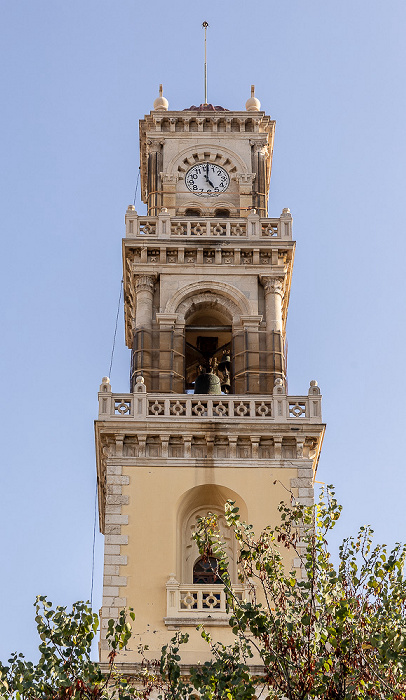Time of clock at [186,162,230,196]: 5:01
